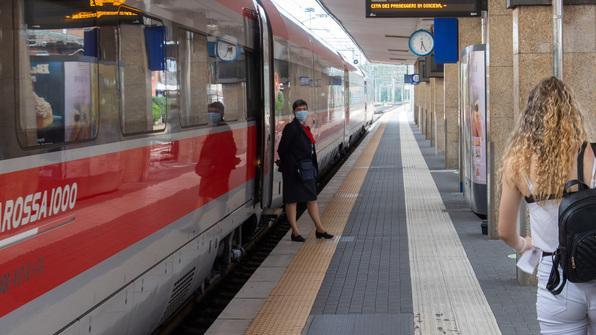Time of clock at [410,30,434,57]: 6:25
